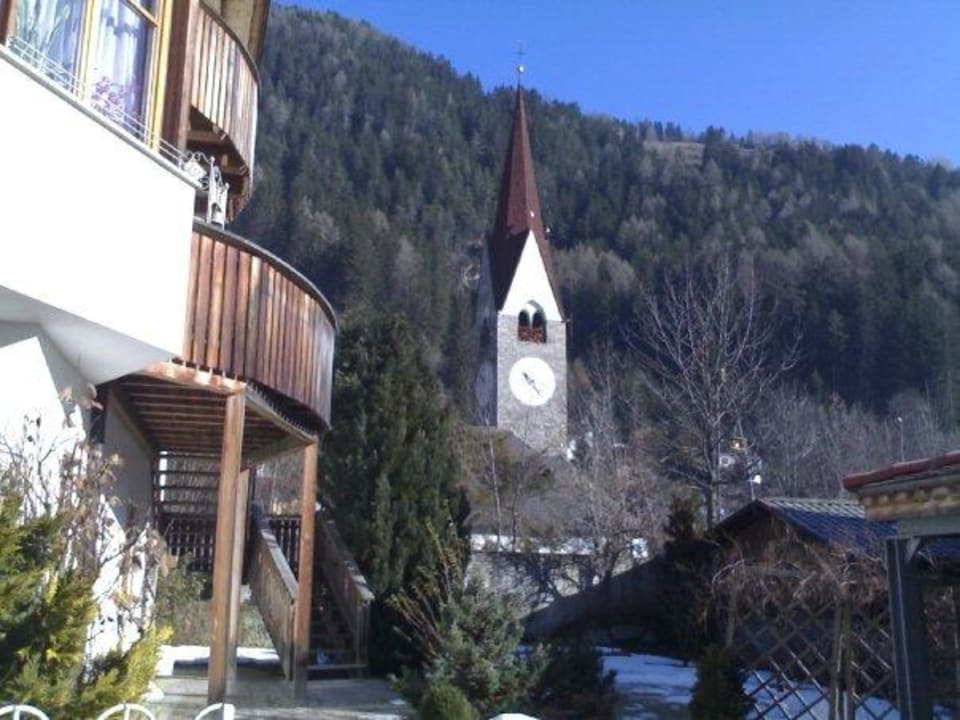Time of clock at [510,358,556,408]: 4:22
